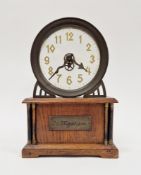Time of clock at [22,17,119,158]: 7:20
